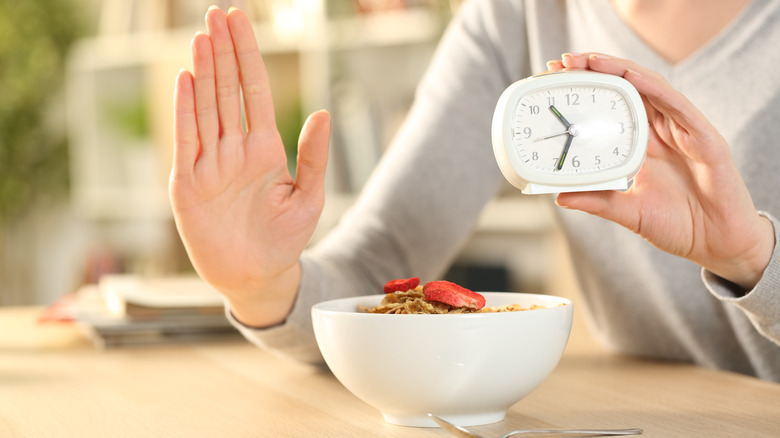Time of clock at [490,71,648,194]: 10:33
